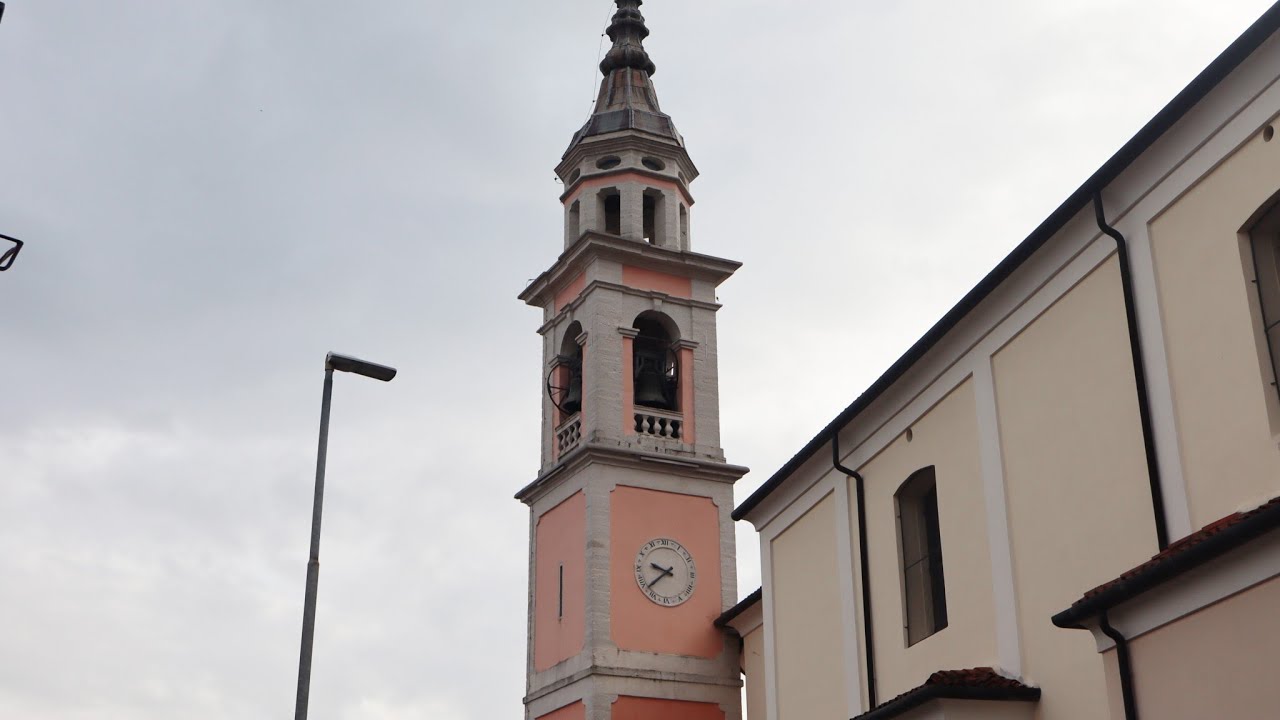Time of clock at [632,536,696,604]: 9:38
